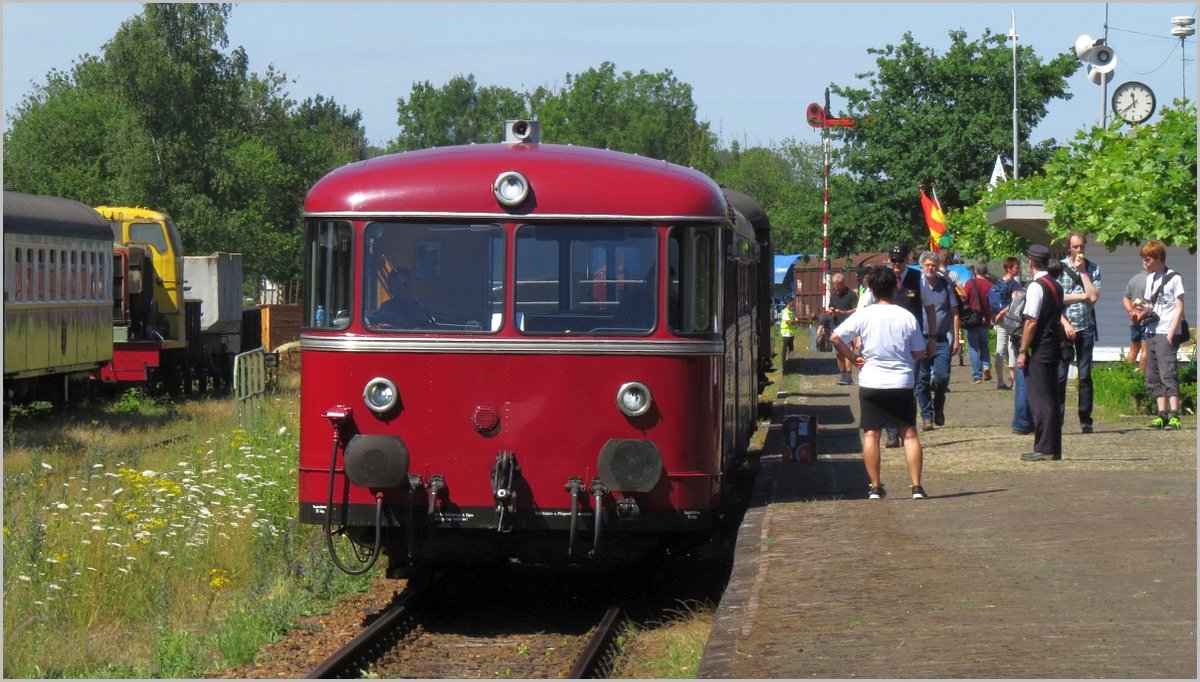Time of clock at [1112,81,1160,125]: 11:37
